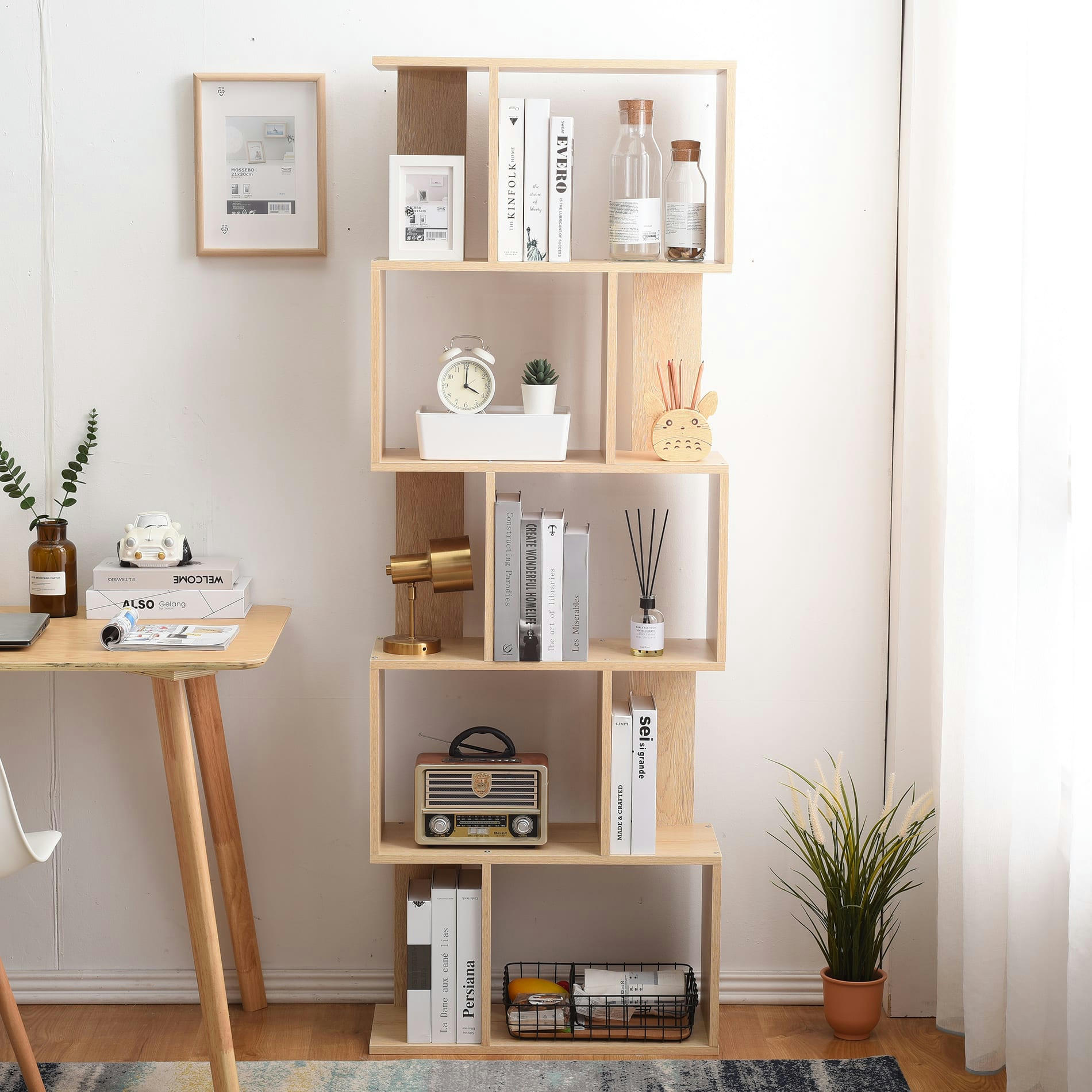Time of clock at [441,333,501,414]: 4:00
